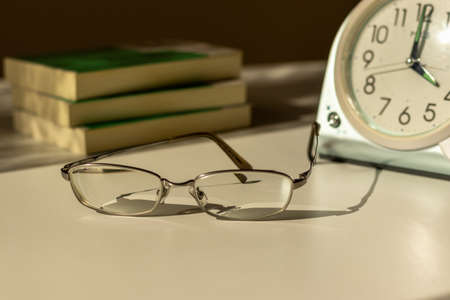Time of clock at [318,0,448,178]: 4:00
